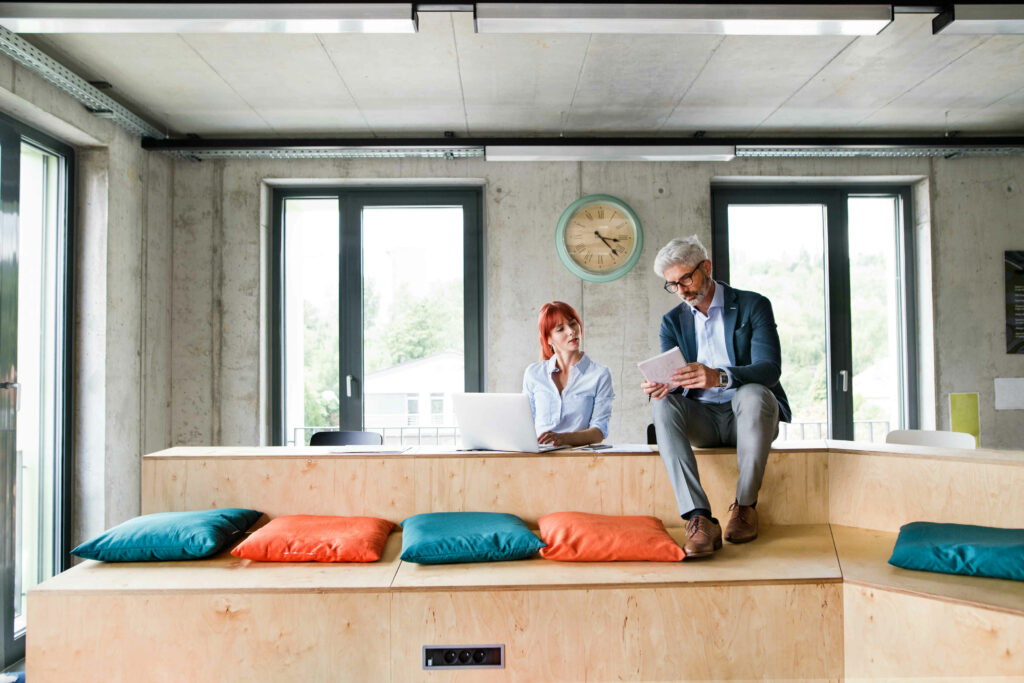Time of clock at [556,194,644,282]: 3:22
